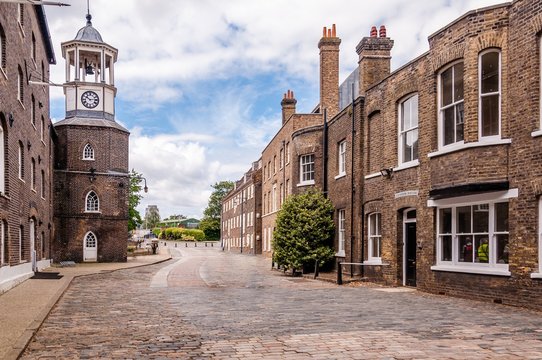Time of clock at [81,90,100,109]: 10:13
